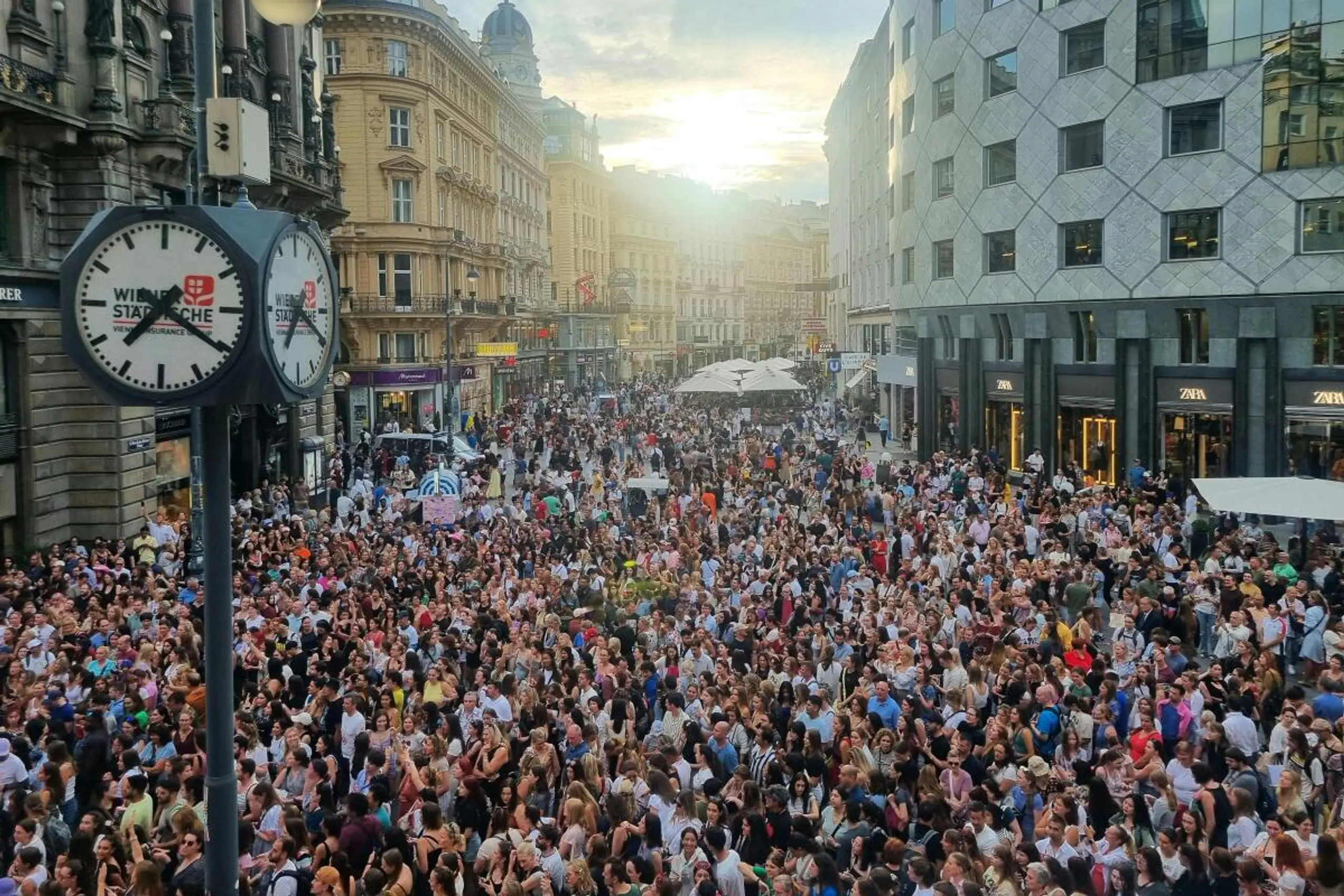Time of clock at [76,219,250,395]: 7:20
